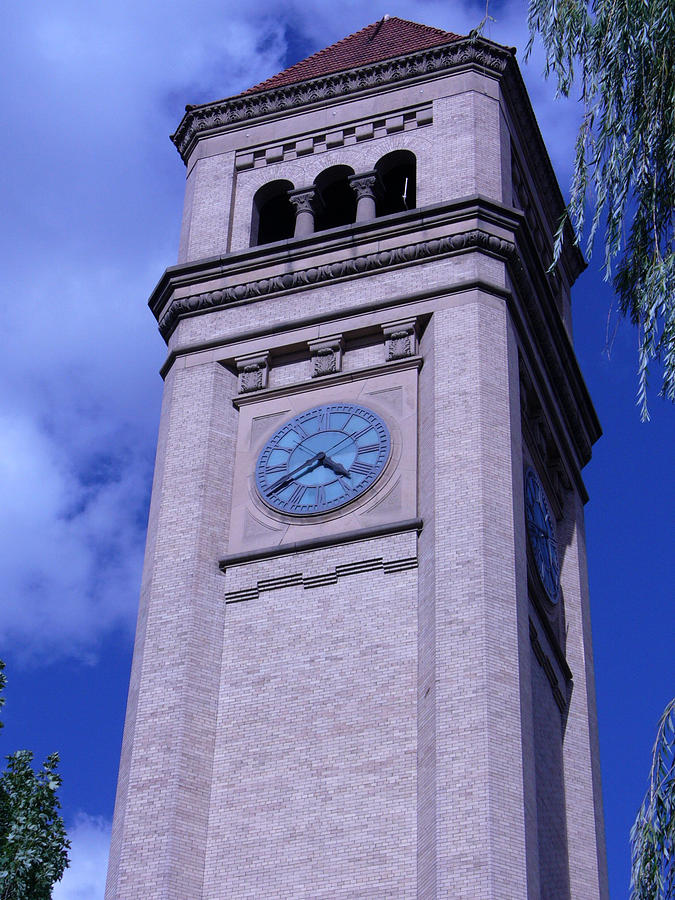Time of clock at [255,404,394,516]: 4:39
